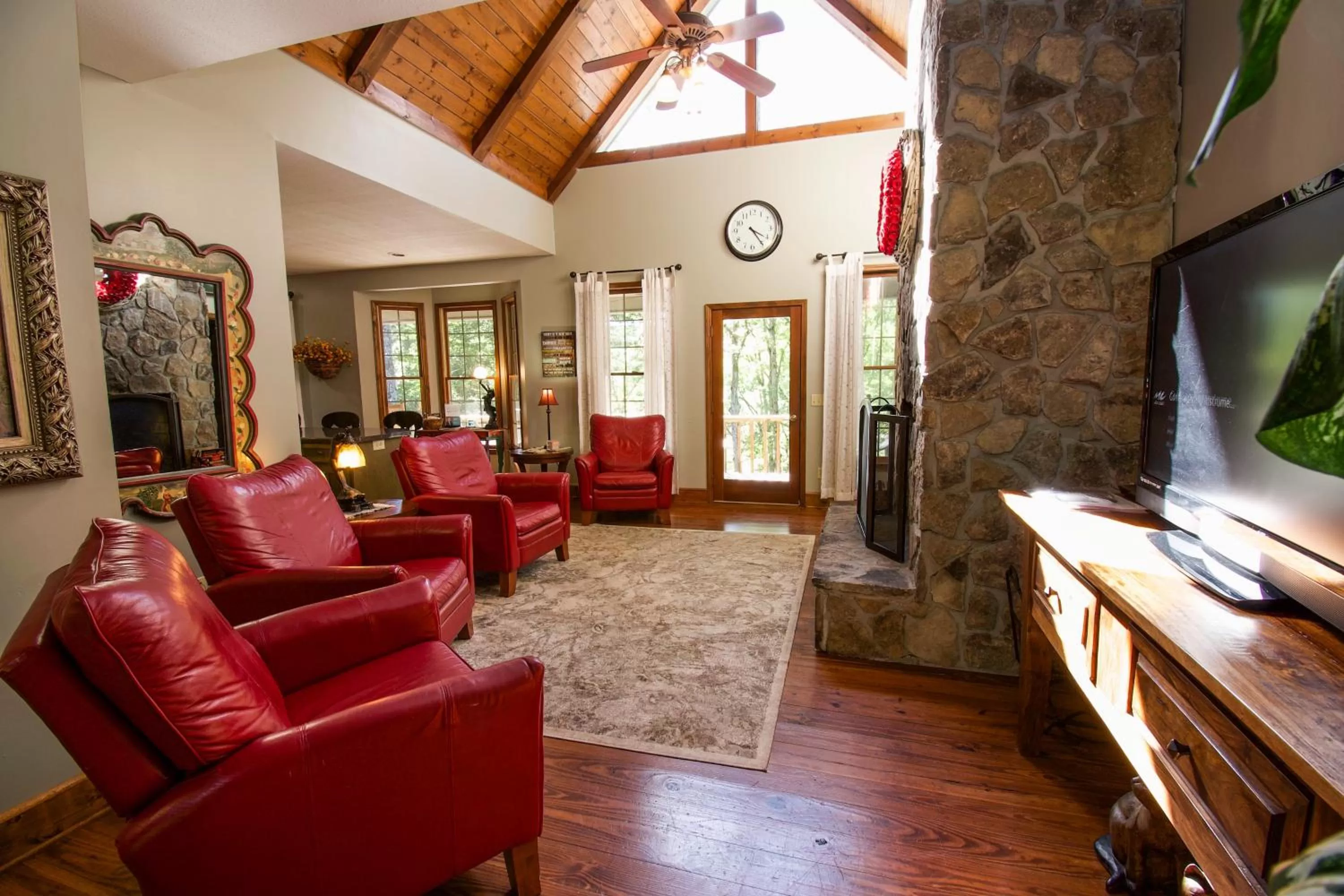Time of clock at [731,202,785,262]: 4:24
